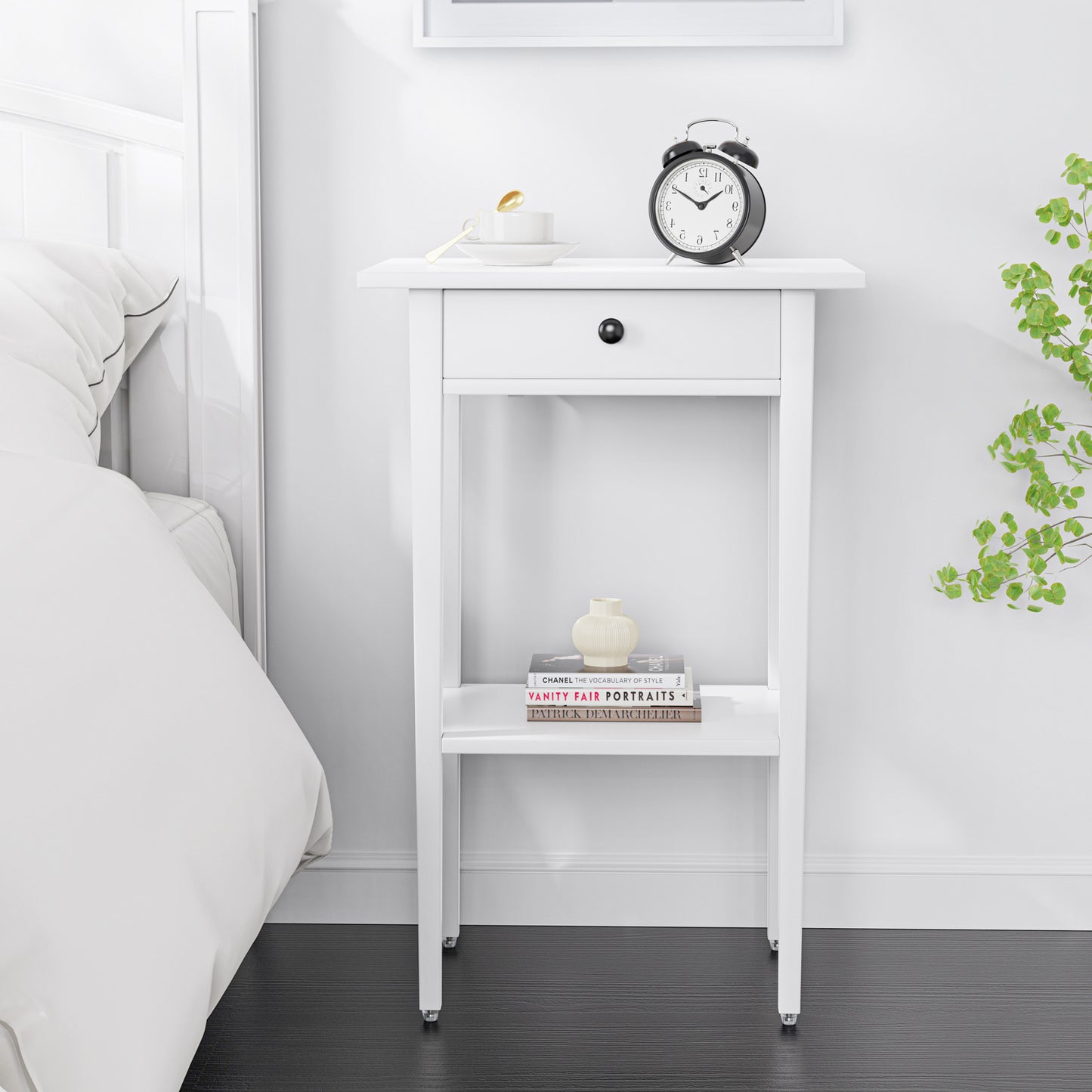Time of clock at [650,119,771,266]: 1:50
